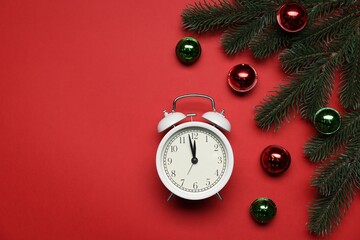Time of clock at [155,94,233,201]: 11:58
